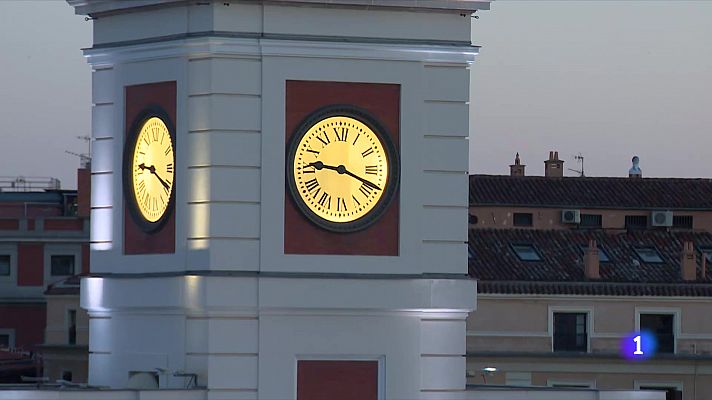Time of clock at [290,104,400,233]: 9:18
